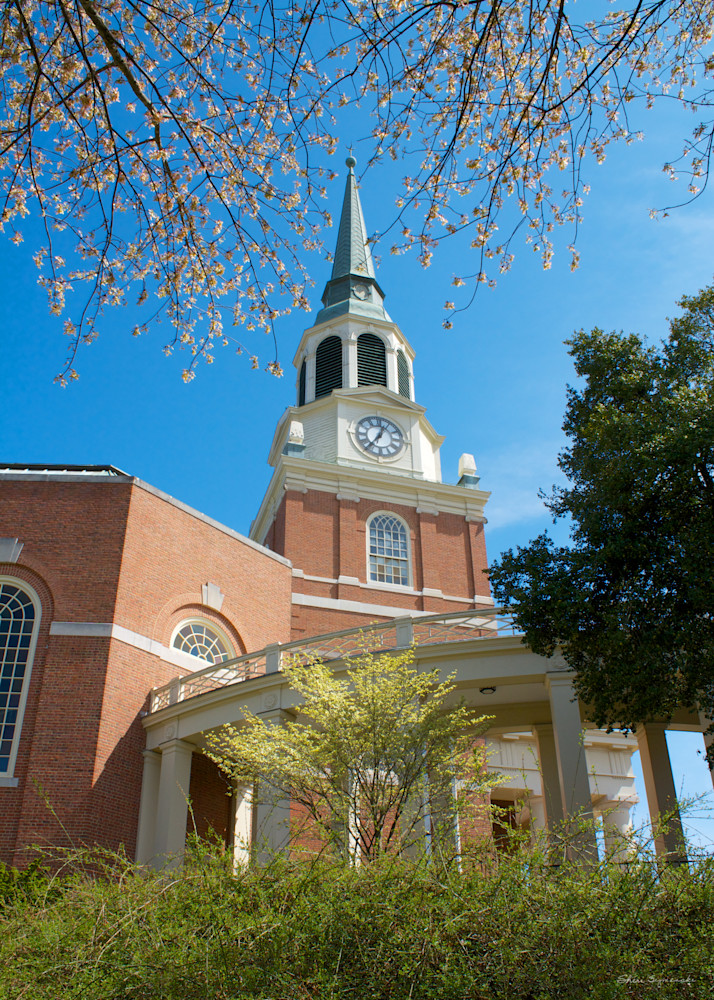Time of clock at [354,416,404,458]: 12:36
